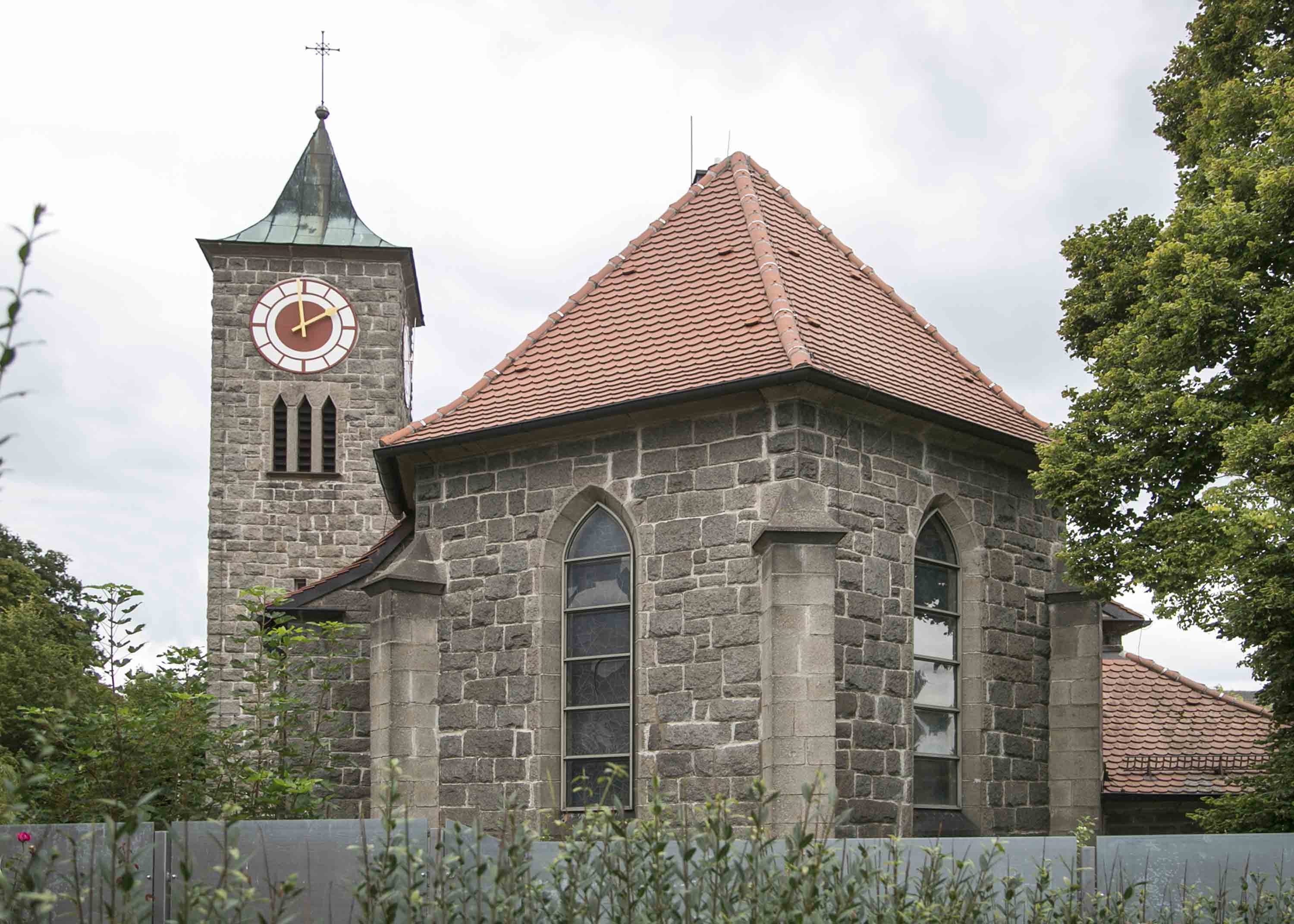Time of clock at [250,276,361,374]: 1:59
